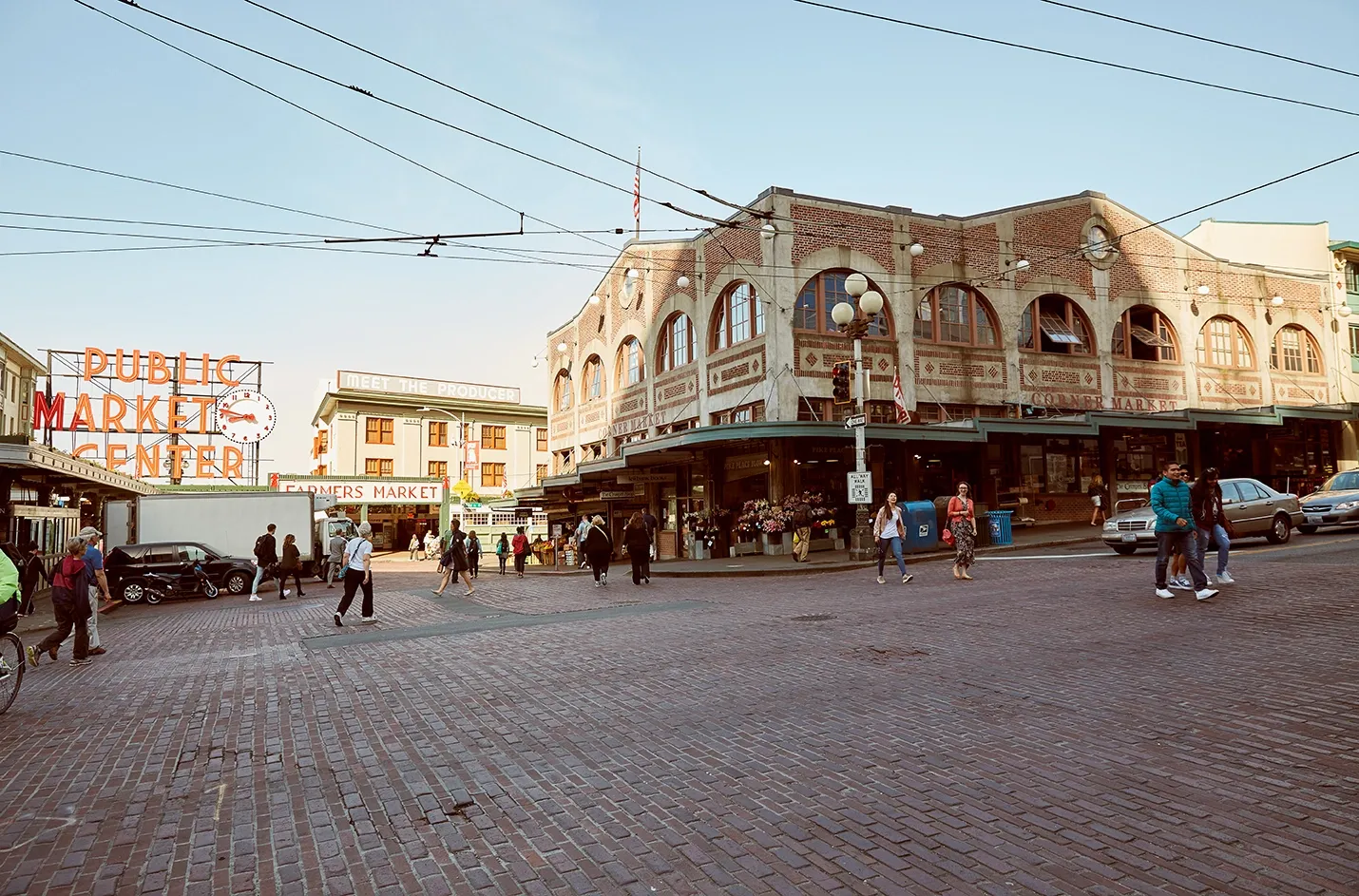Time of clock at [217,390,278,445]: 8:47
